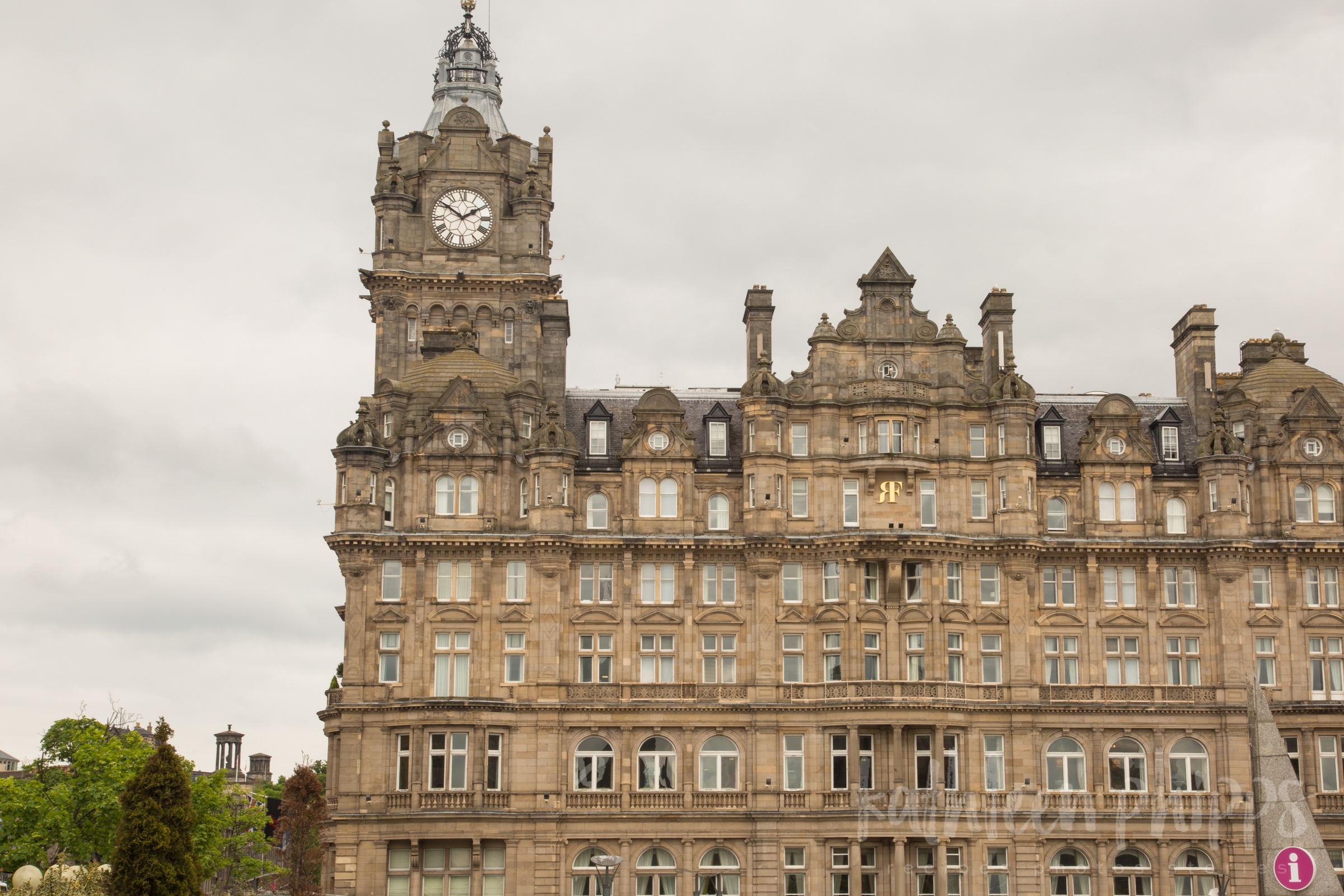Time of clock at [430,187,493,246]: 1:51
